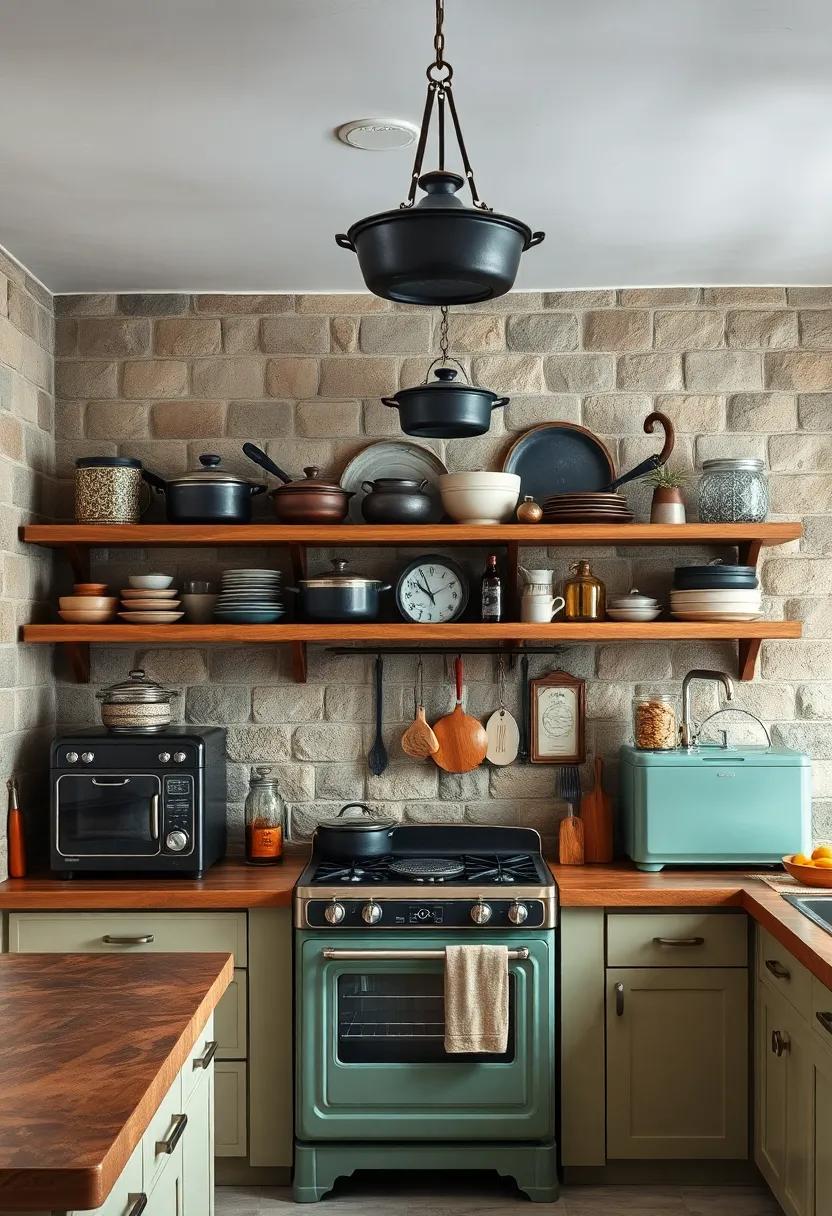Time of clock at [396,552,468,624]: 9:56
